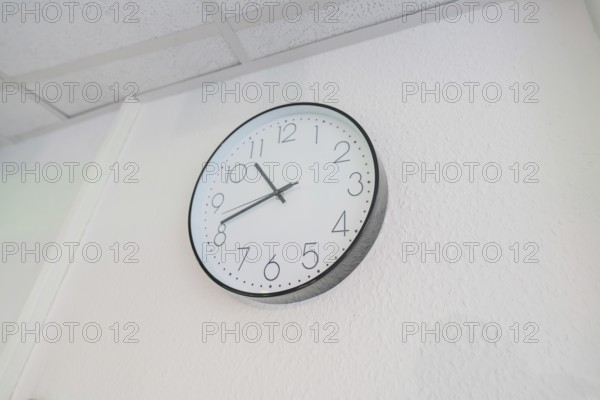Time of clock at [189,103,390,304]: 10:41
